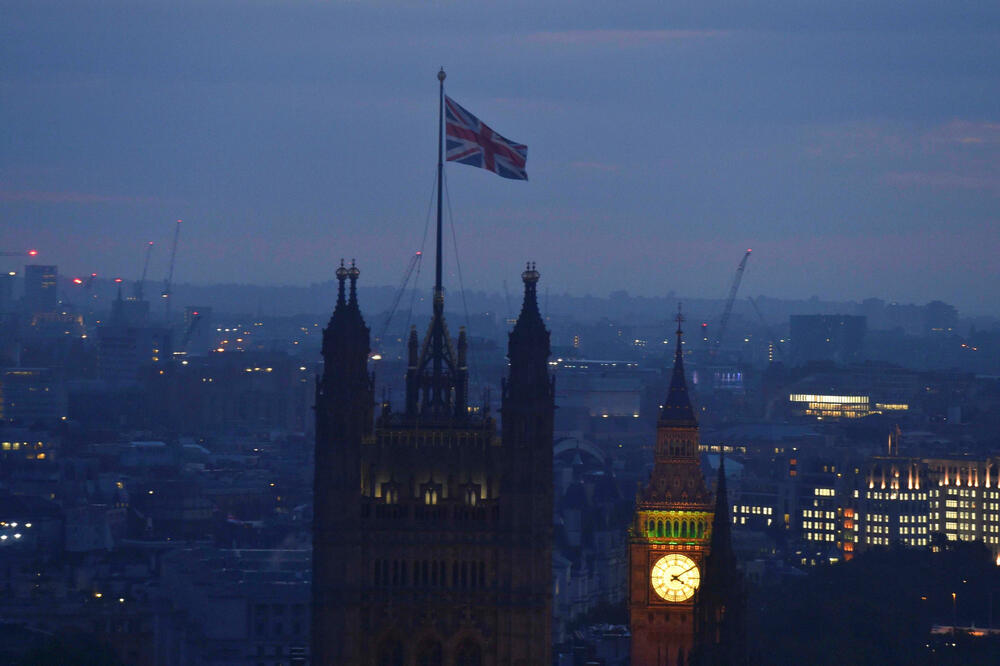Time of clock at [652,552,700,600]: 4:09
